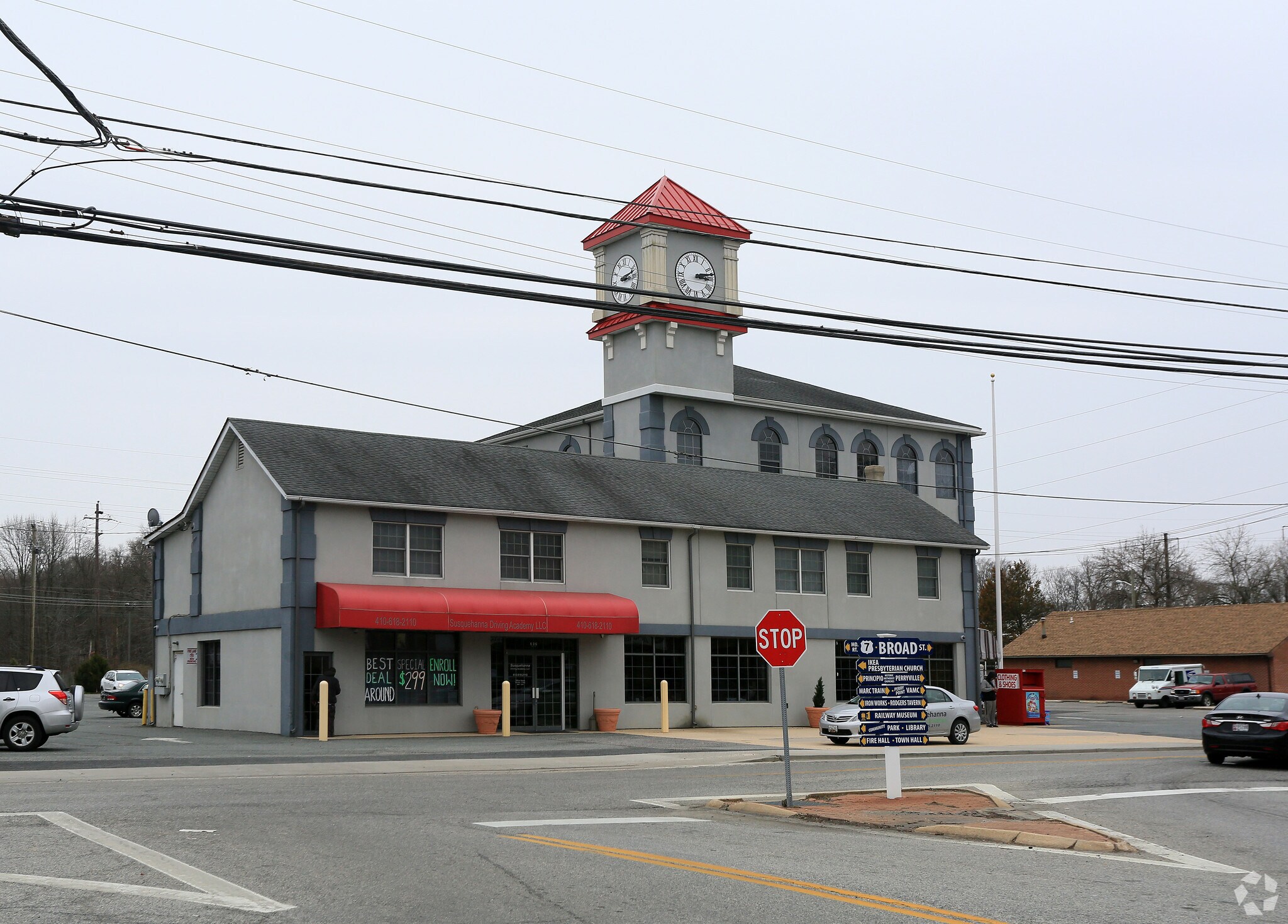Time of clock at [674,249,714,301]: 3:13
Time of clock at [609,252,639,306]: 3:12
